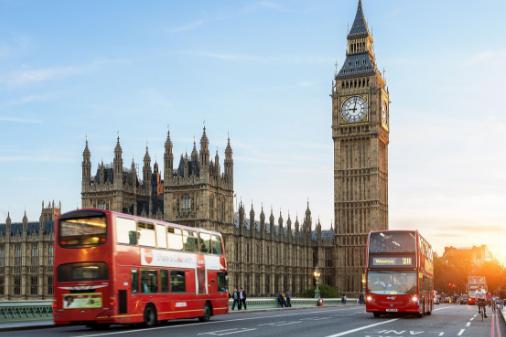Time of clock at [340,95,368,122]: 9:01
